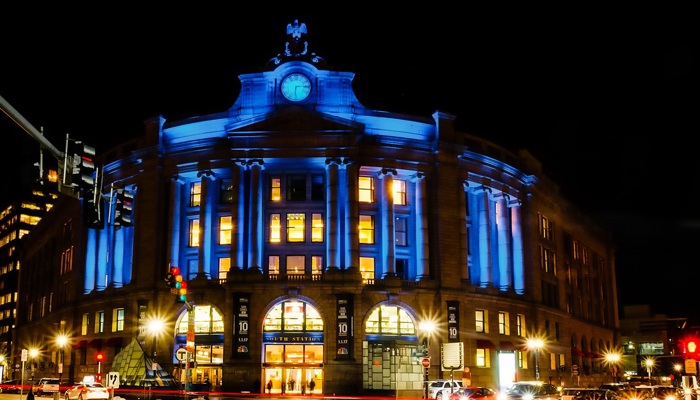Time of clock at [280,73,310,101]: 6:14
